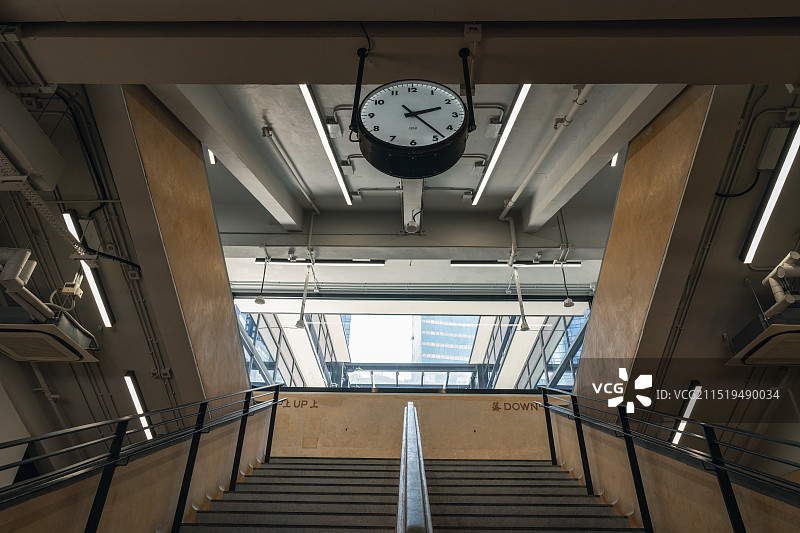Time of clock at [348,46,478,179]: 2:23
